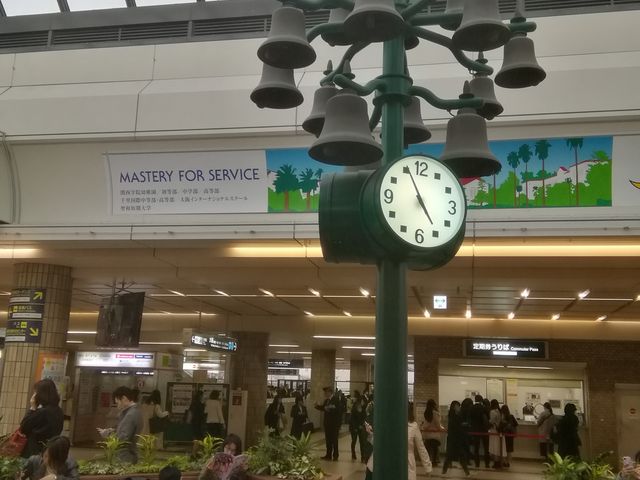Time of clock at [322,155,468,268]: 4:55
